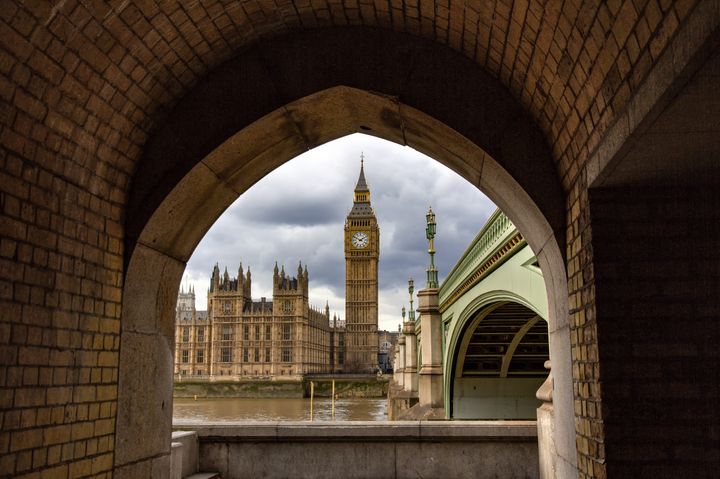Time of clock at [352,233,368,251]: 1:50
